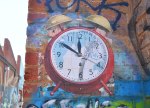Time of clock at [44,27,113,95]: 11:50
